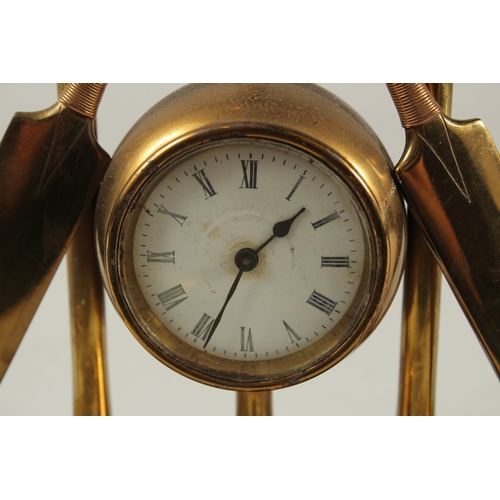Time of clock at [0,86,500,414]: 1:34
